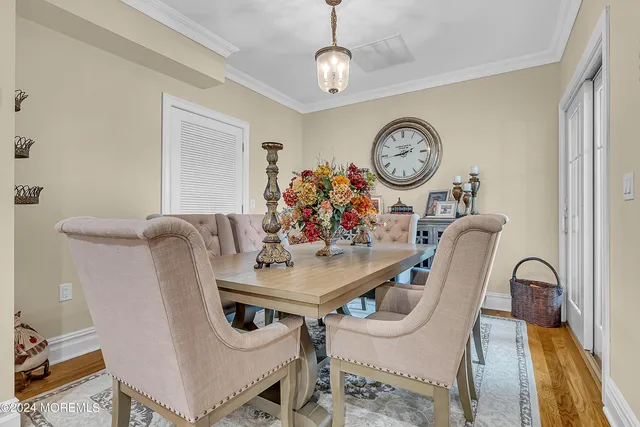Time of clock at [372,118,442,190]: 8:43
